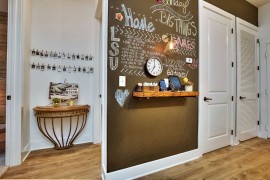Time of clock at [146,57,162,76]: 7:00
